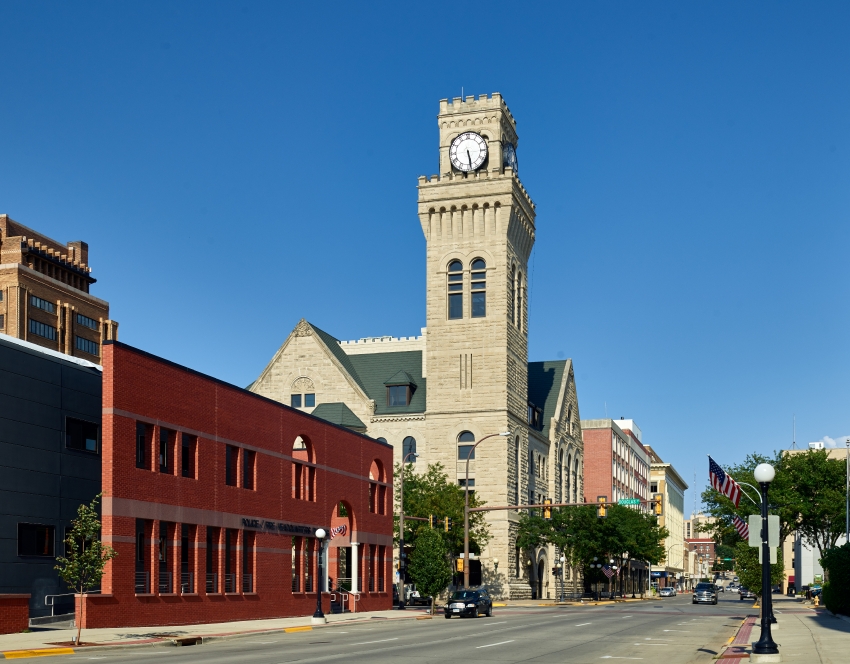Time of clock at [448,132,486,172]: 5:28
